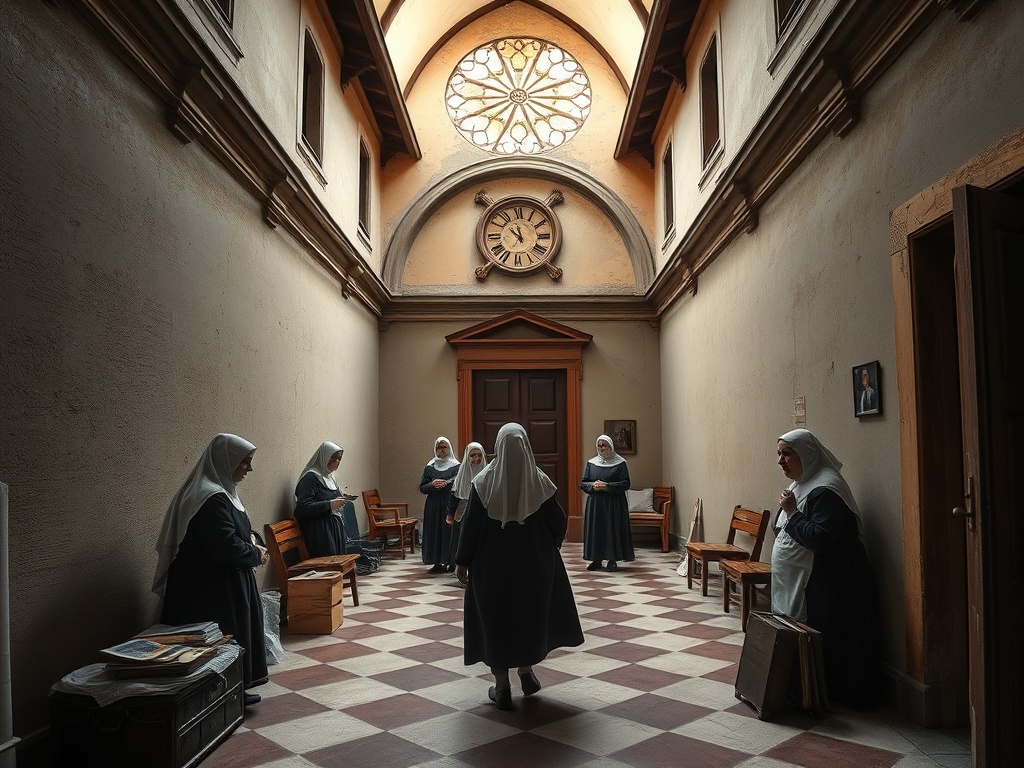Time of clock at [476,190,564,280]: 11:52
